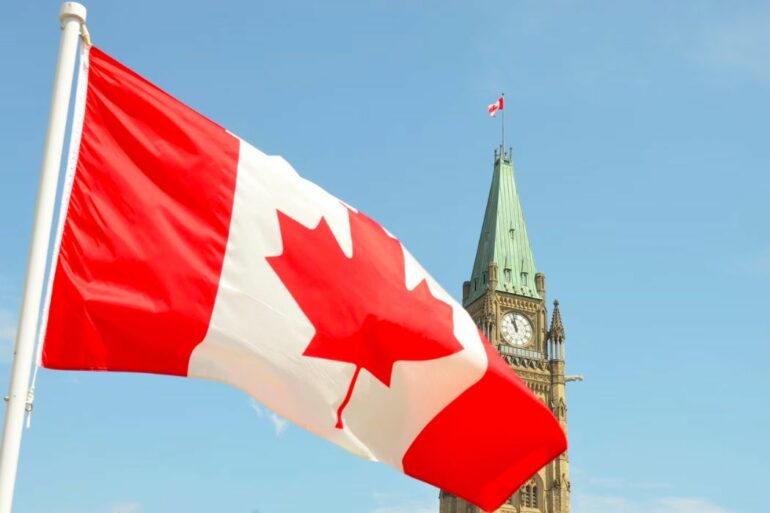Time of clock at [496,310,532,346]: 10:58
